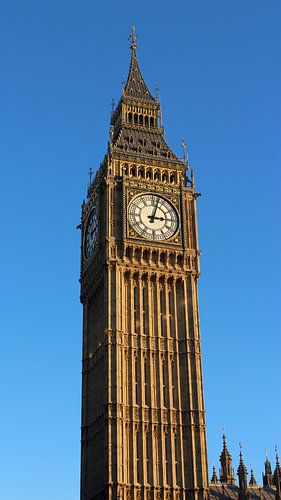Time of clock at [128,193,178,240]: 3:02
